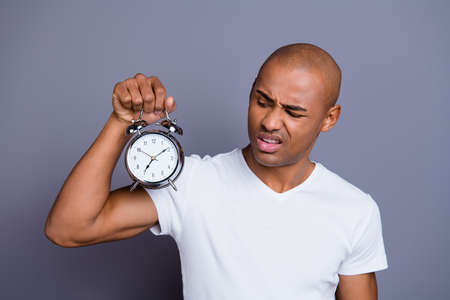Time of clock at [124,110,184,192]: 7:09
